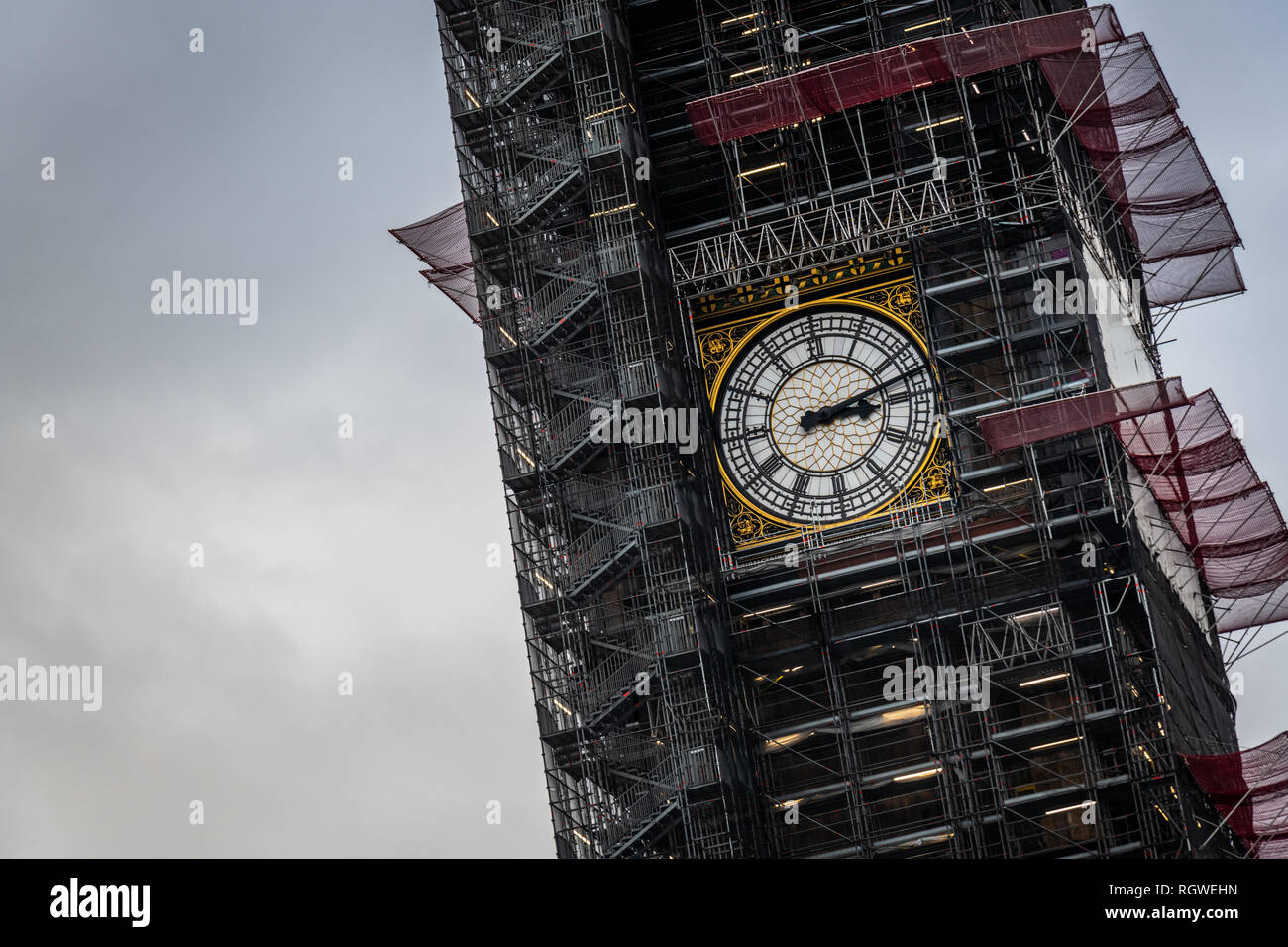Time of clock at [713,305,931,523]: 3:12
